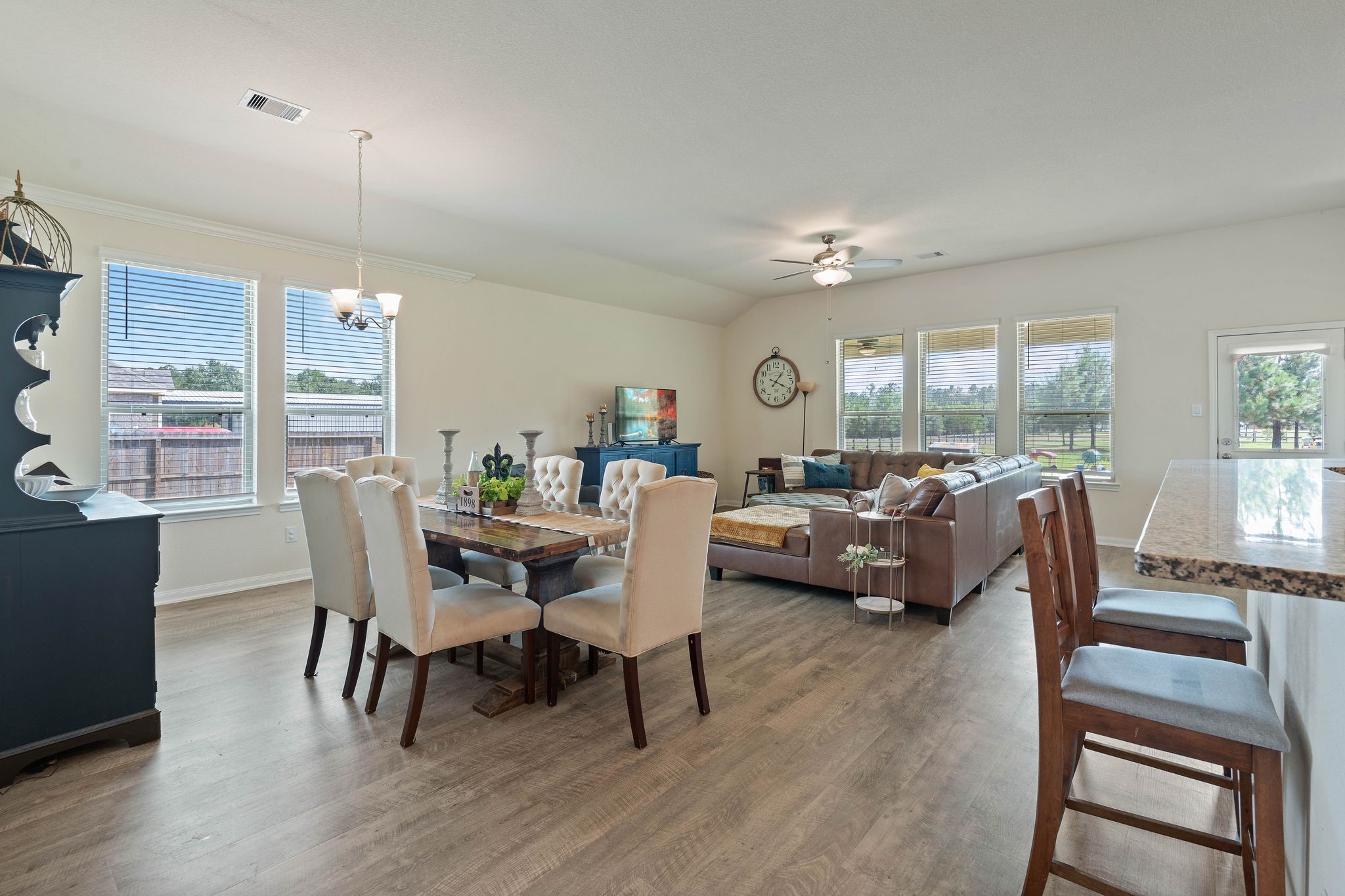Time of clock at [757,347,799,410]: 1:18
